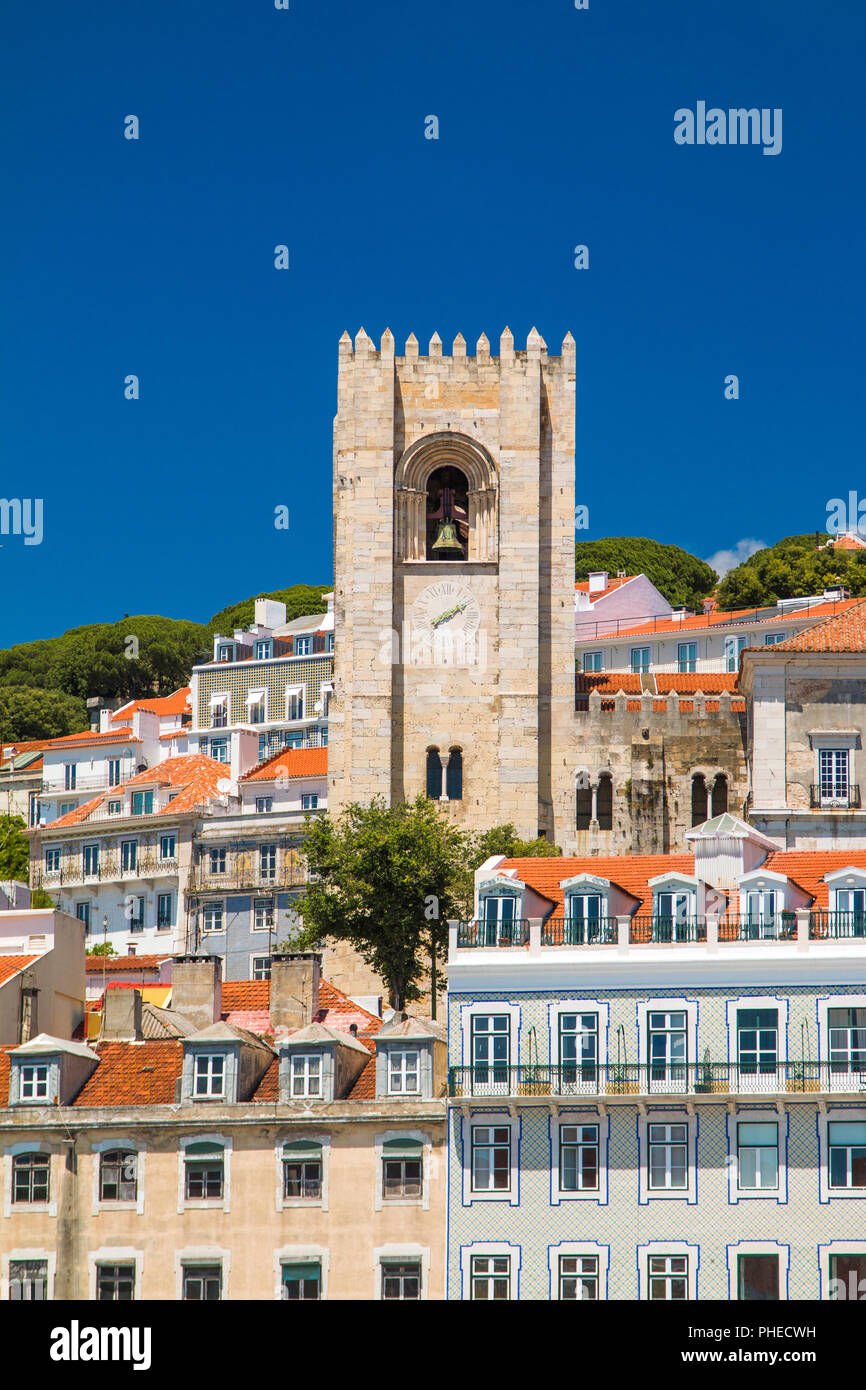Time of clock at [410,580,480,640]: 2:10
